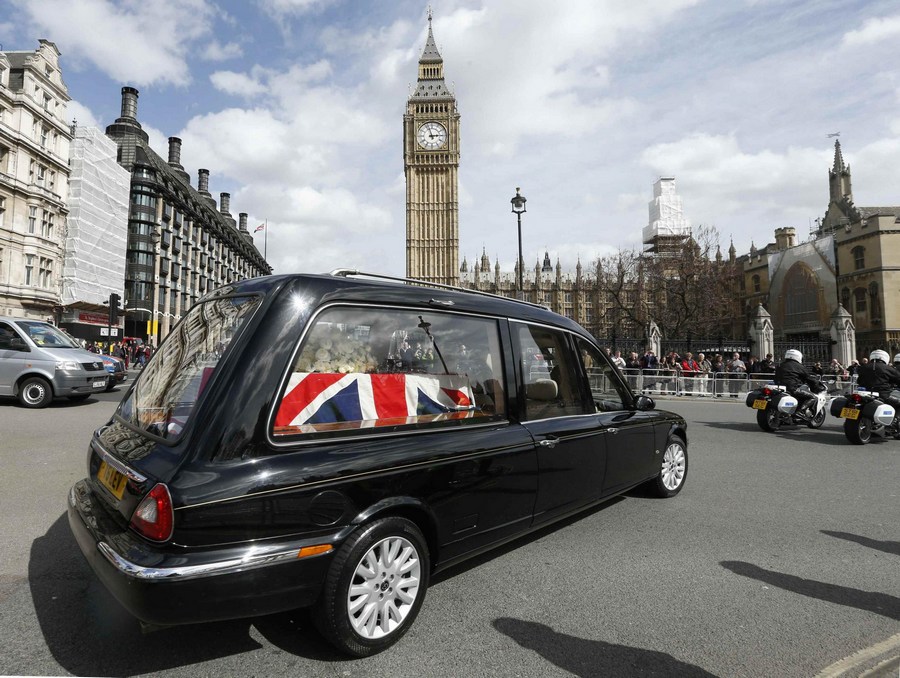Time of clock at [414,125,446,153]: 2:57
